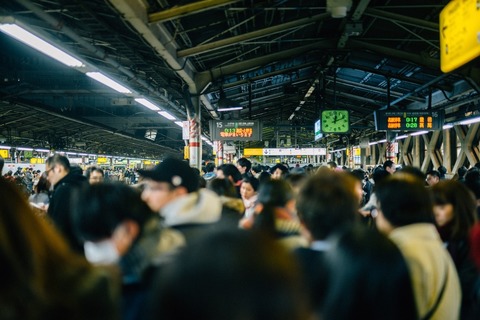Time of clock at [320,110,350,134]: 12:11
